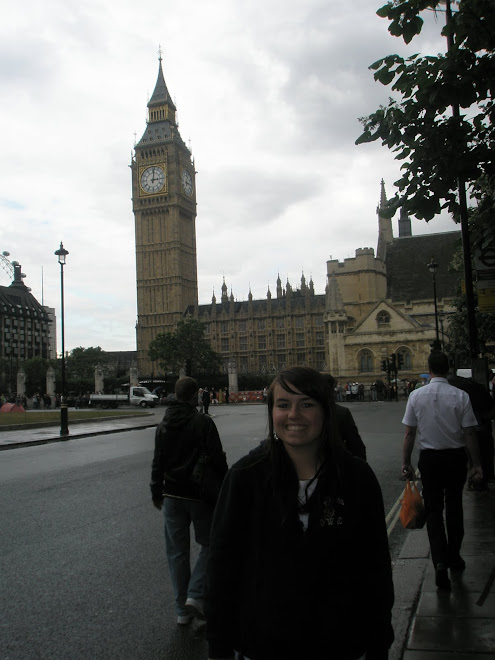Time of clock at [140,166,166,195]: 3:01
